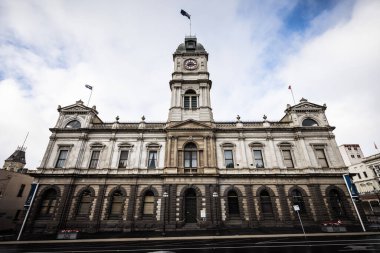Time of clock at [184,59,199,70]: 8:16
